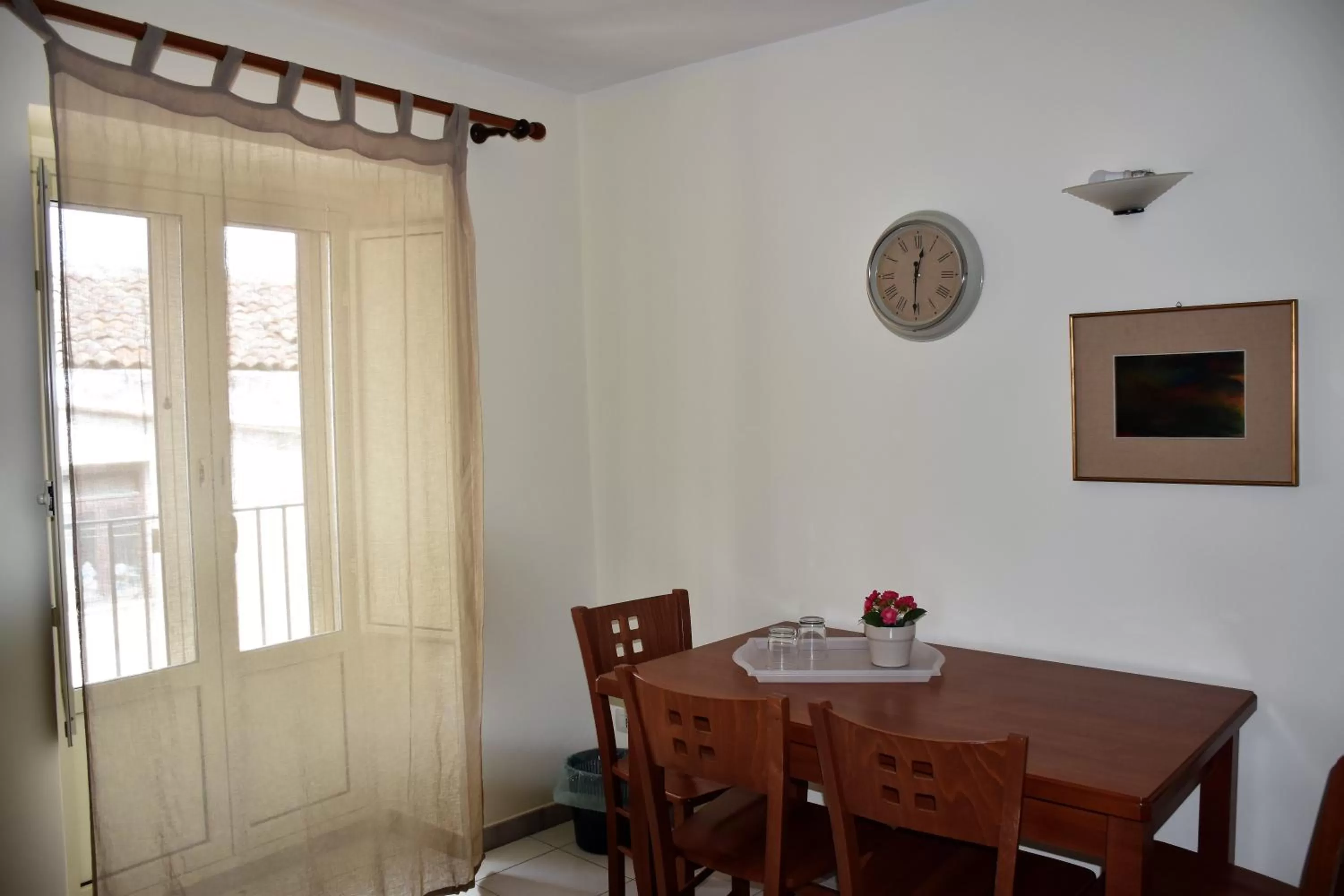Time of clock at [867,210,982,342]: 12:30
